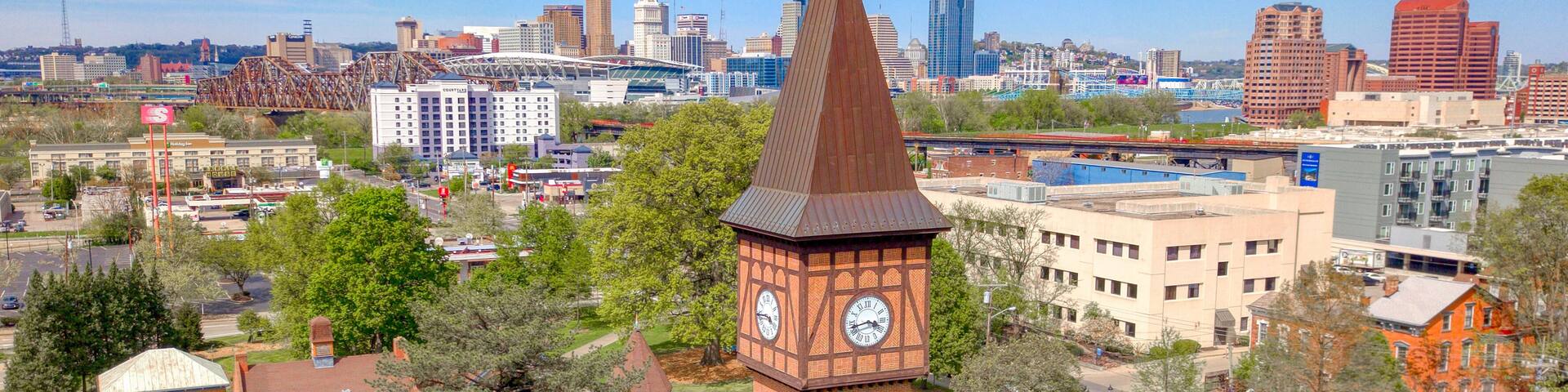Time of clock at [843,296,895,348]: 3:42
